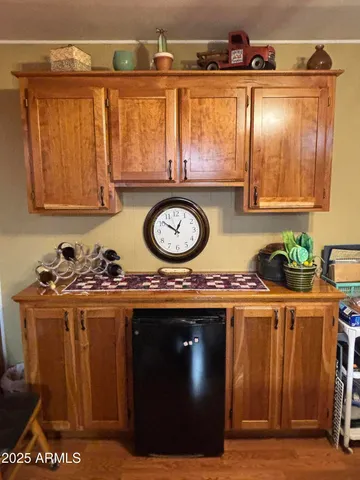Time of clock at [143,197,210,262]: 12:51
